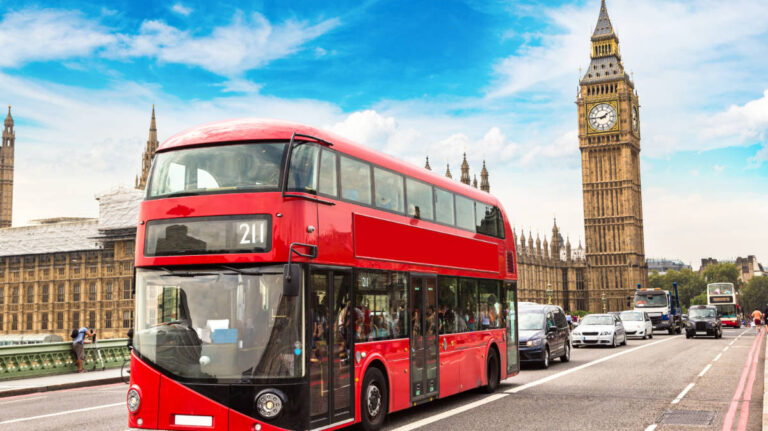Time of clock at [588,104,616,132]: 1:44
